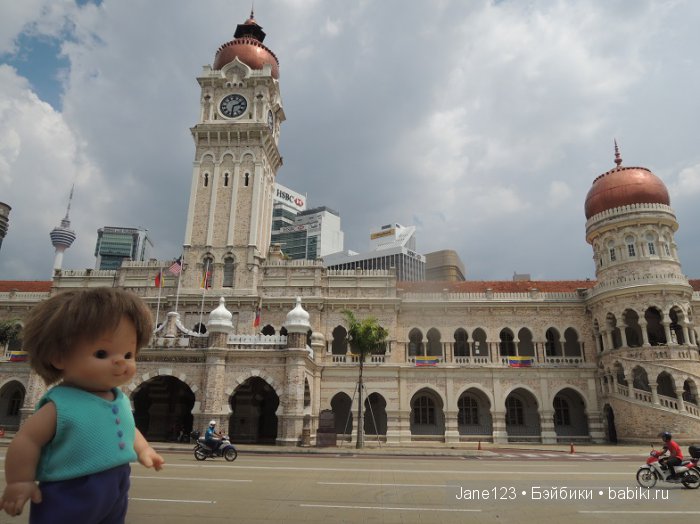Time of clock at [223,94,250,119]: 2:31
